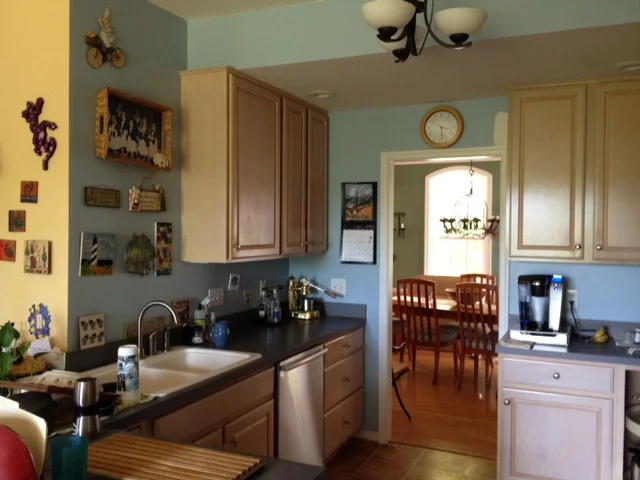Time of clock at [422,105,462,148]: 3:28
